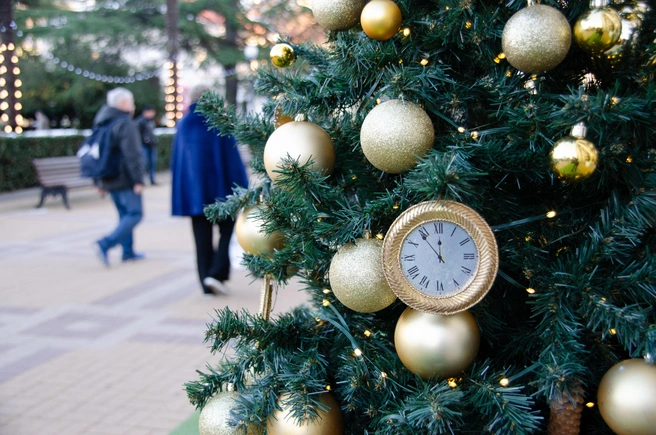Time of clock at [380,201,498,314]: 11:53
